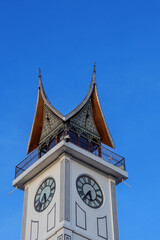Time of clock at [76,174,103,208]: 5:36
